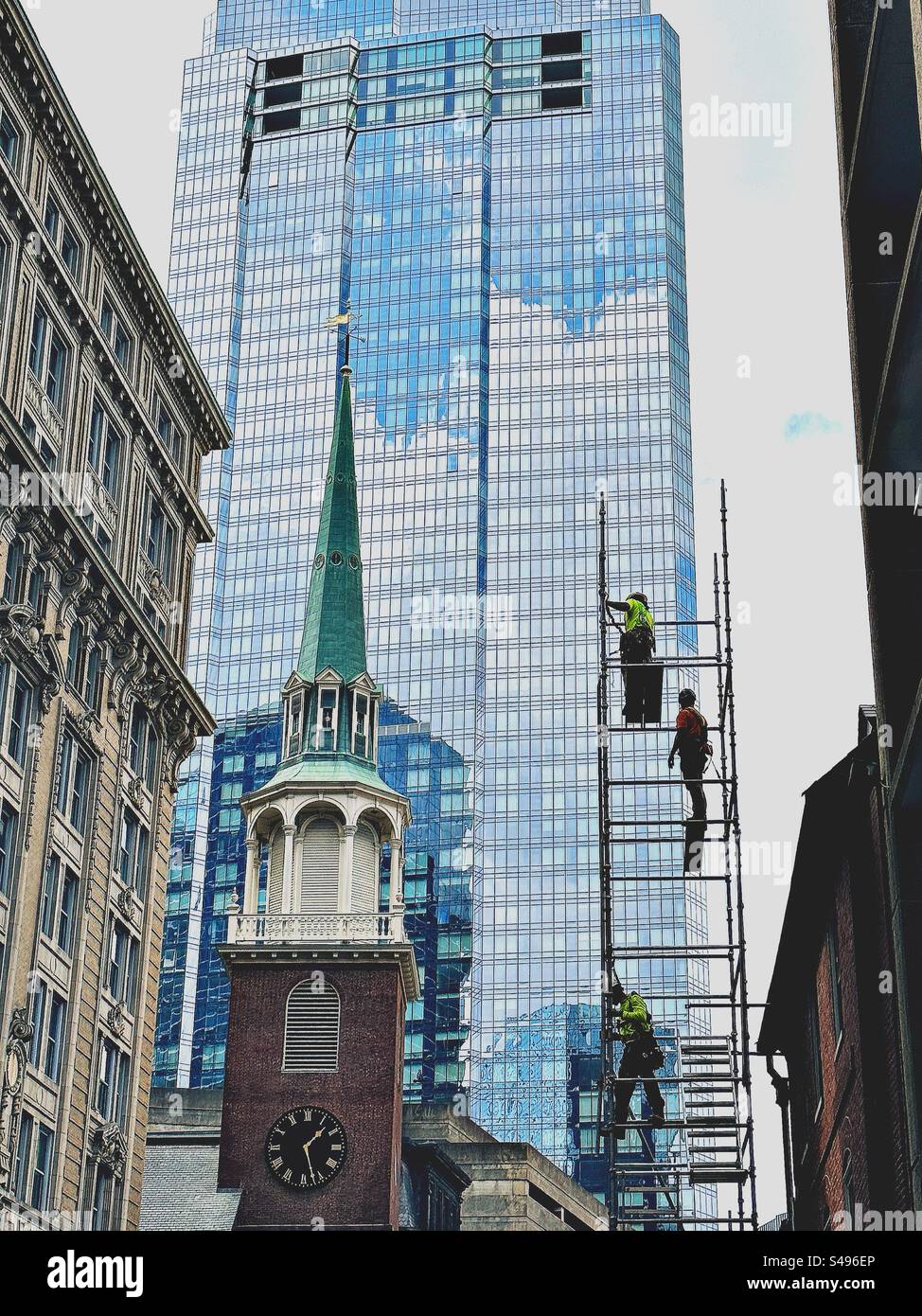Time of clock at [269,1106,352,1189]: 1:27
